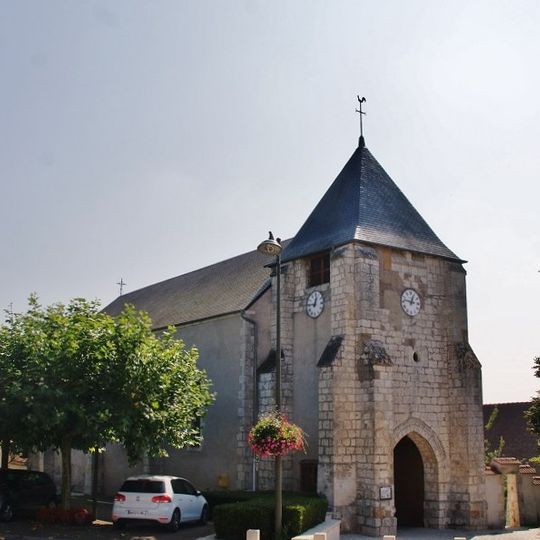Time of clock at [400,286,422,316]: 12:46
